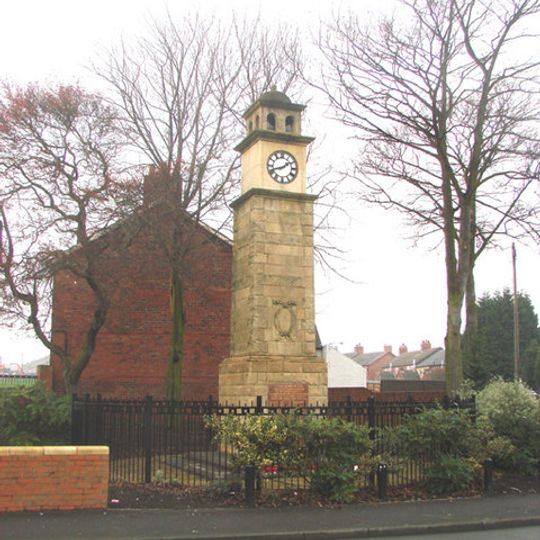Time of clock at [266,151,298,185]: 1:41
